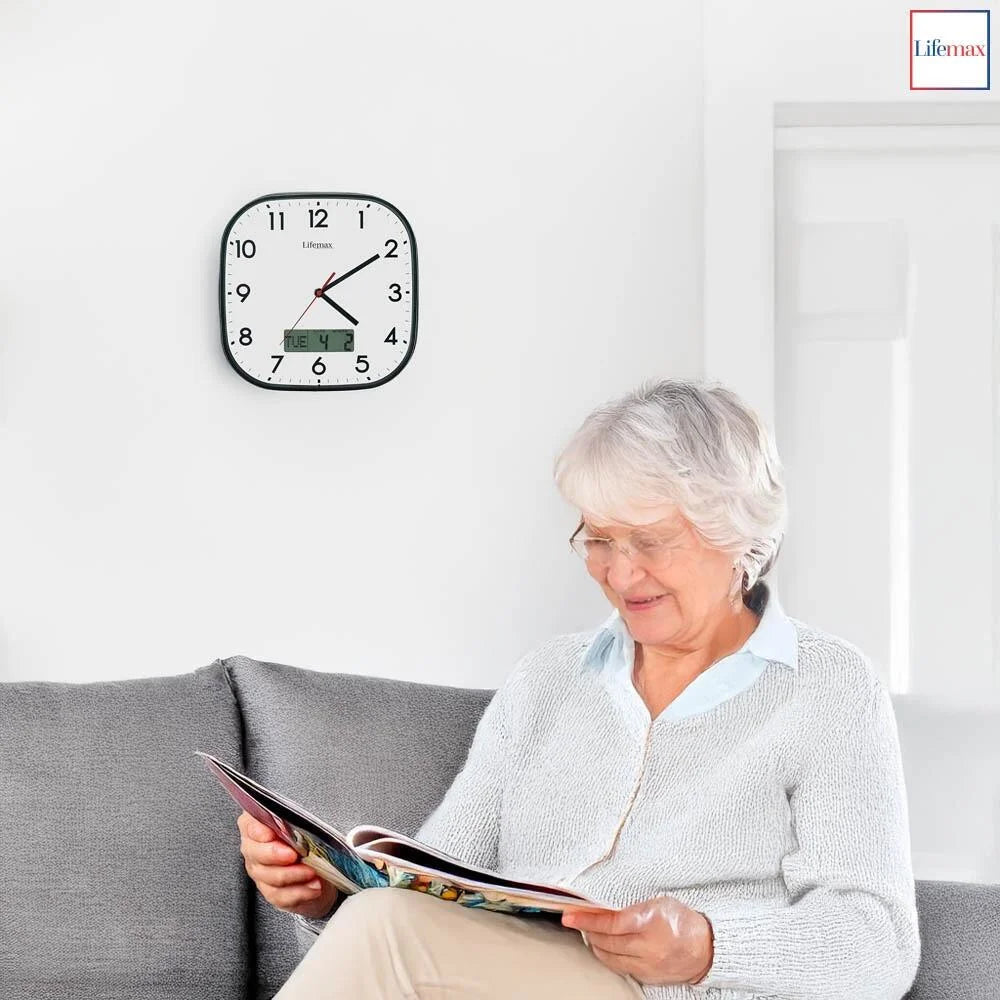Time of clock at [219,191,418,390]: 4:09
